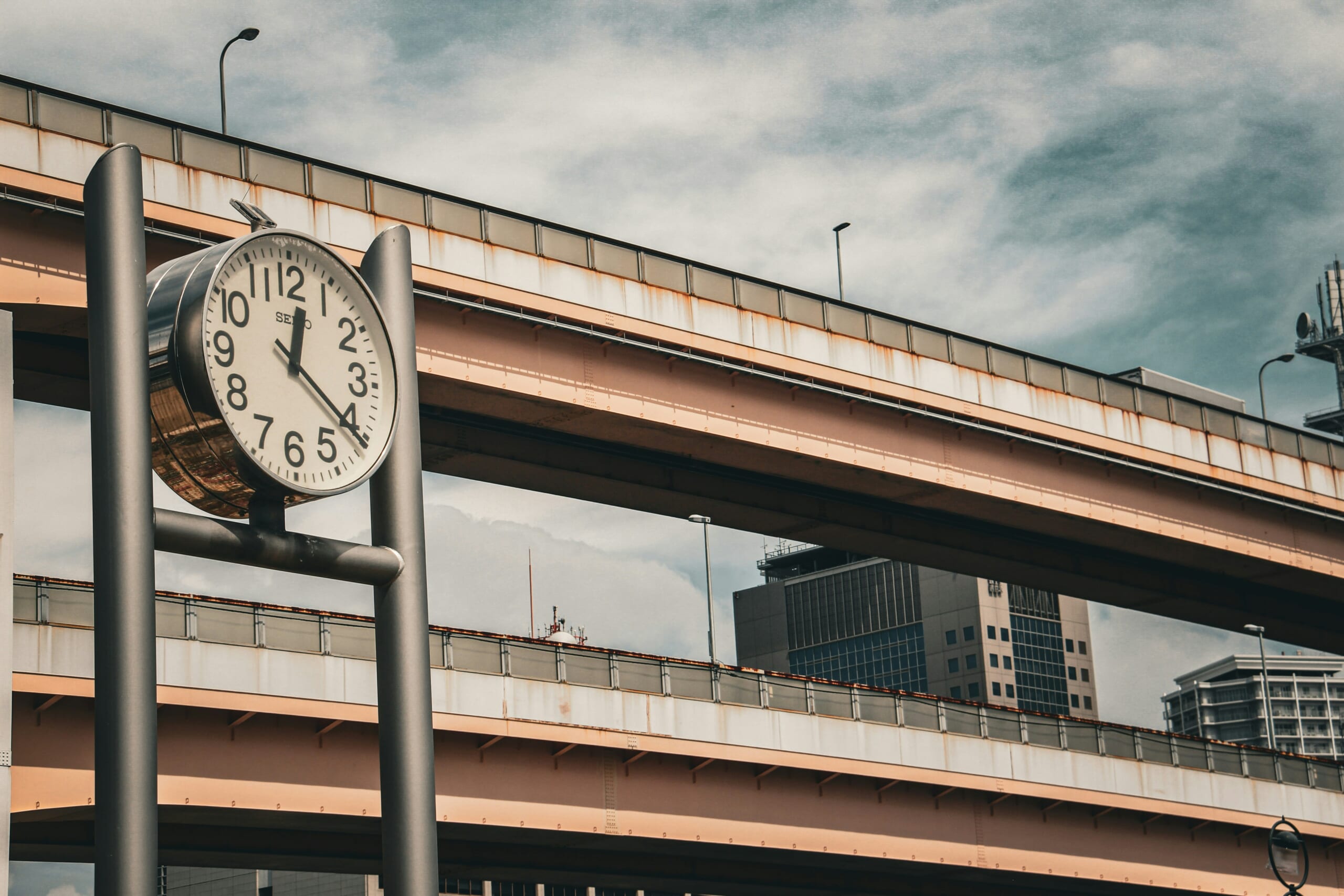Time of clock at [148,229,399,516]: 12:20
